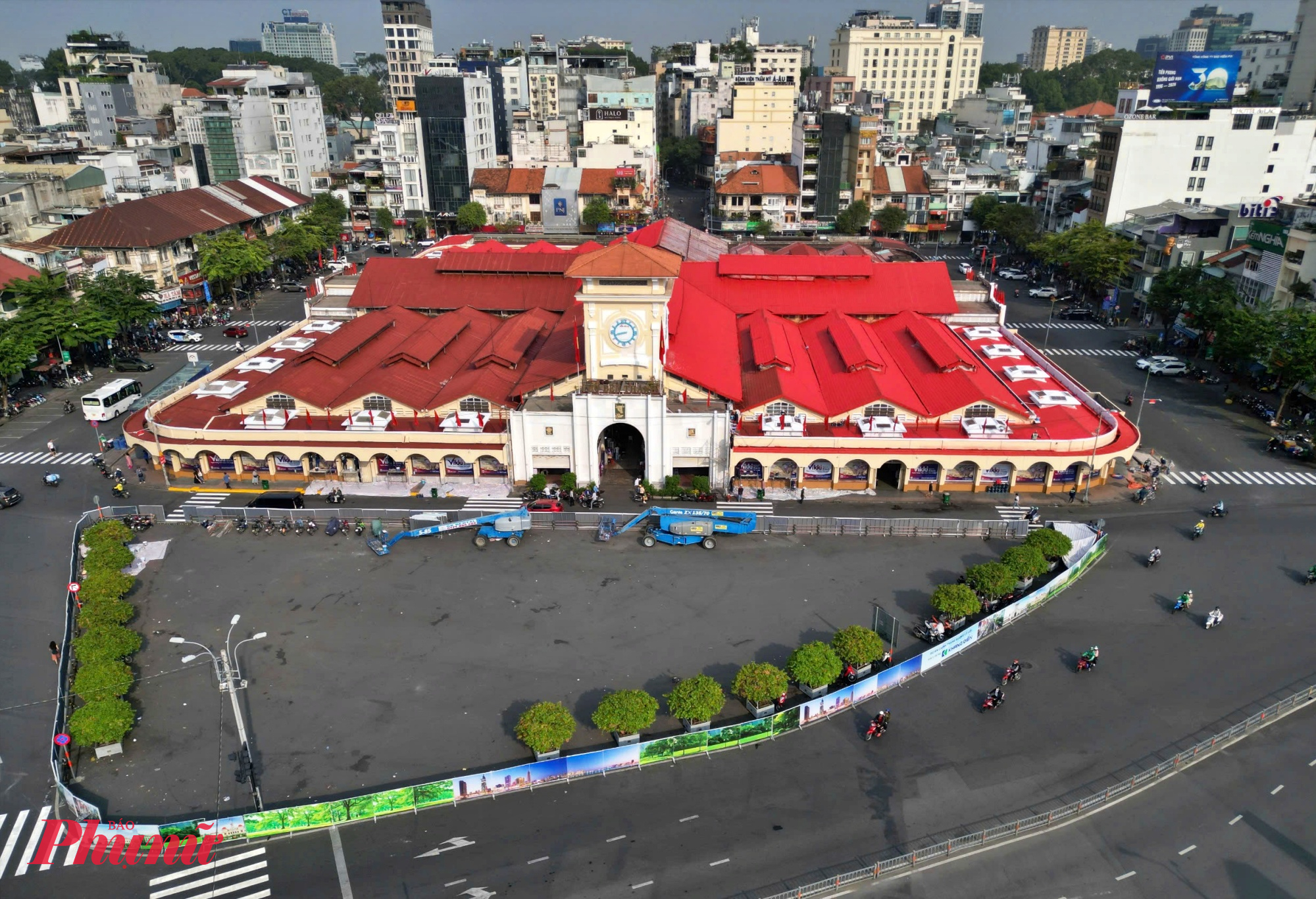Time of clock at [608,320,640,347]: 8:42
